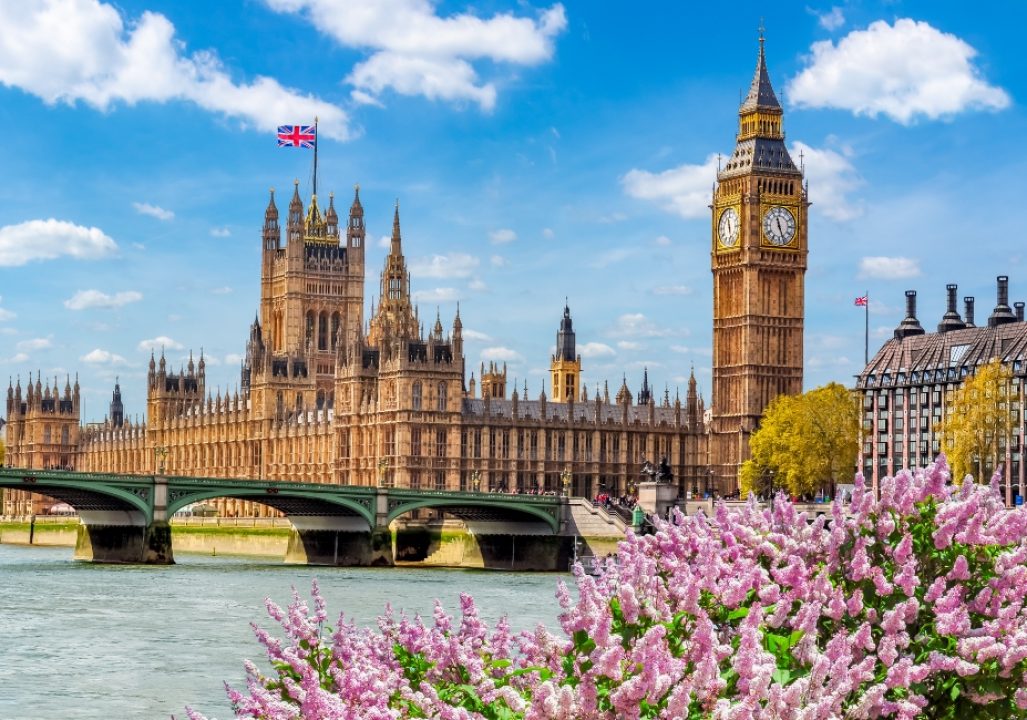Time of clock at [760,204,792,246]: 11:26
